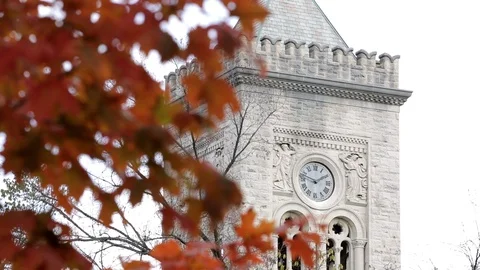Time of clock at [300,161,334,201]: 1:47
